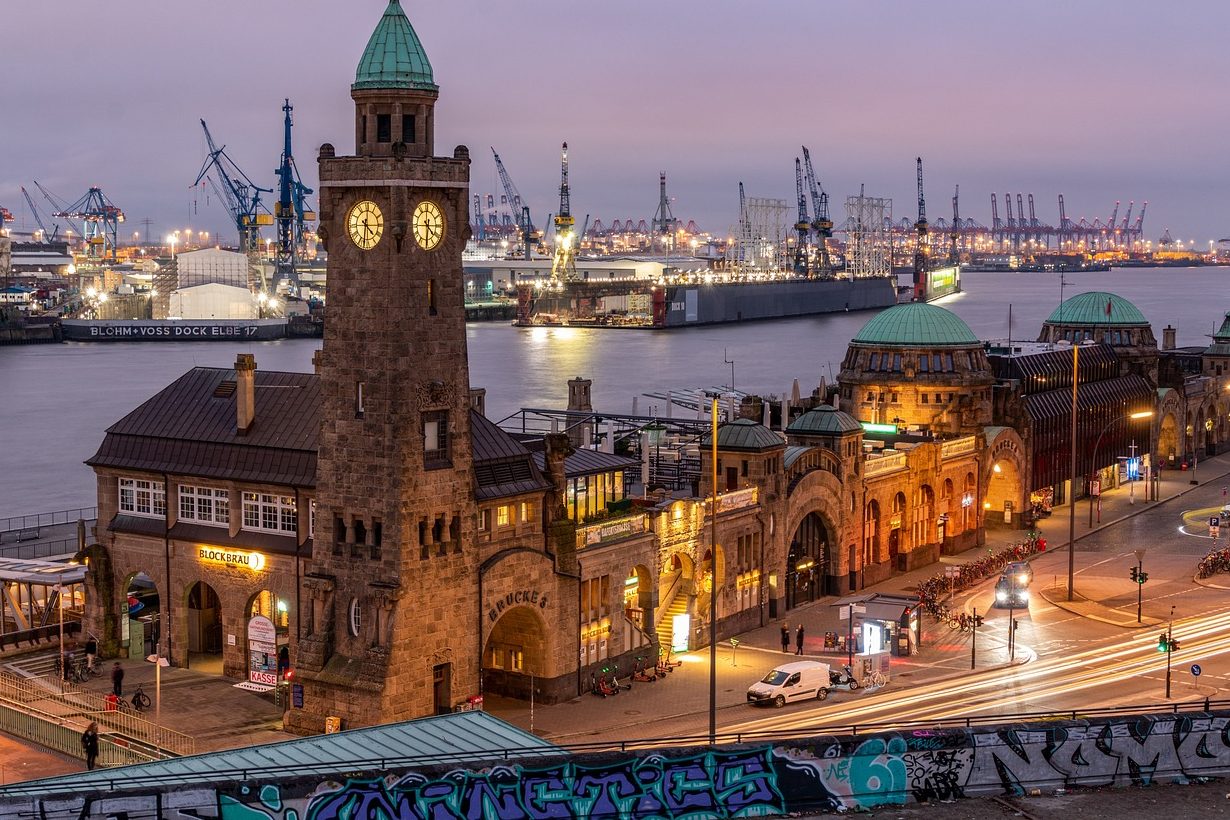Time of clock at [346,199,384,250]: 4:31
